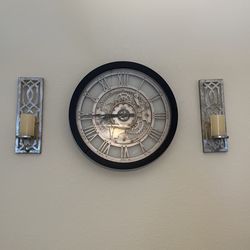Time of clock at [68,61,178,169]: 8:45
